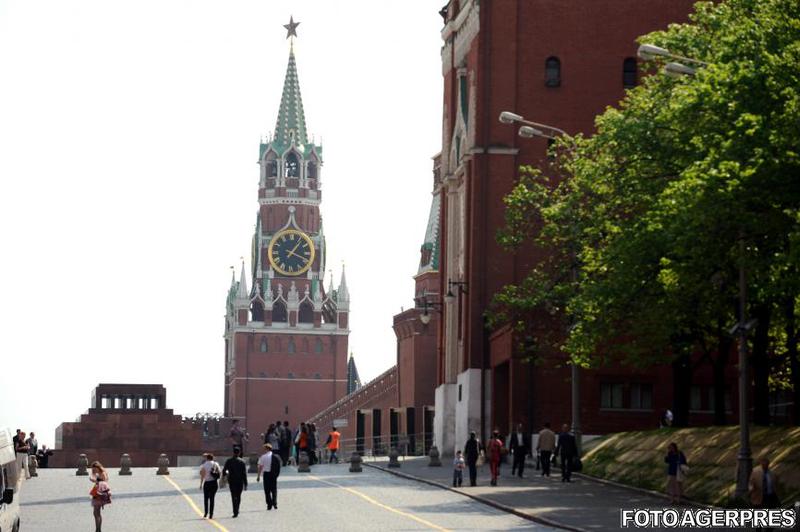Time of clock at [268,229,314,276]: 1:18
